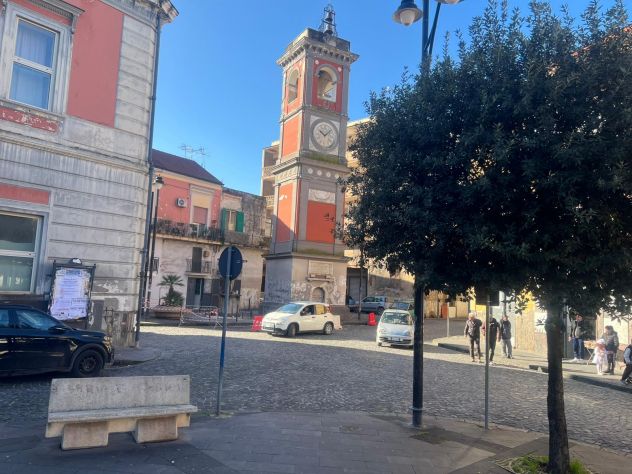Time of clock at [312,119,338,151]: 10:07
